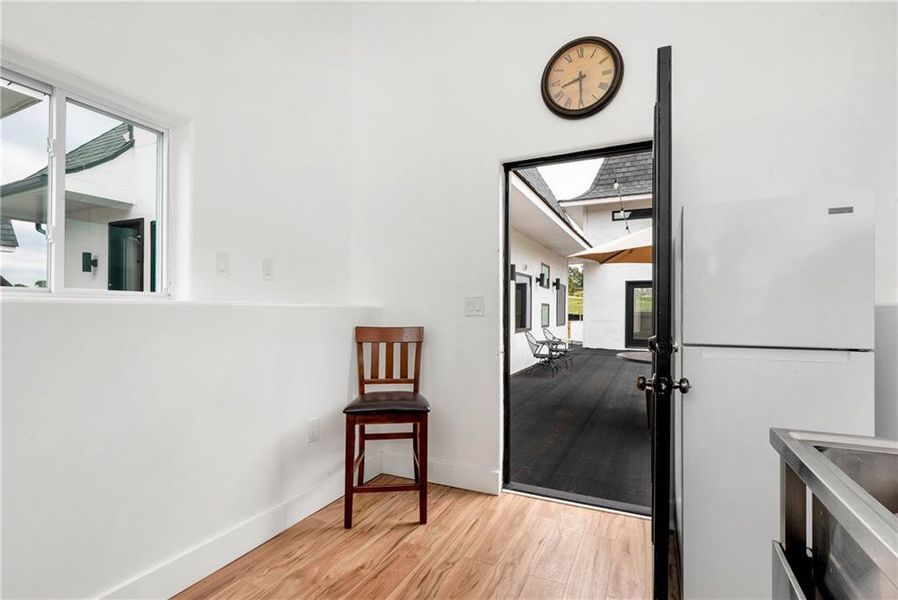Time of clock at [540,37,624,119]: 8:29
